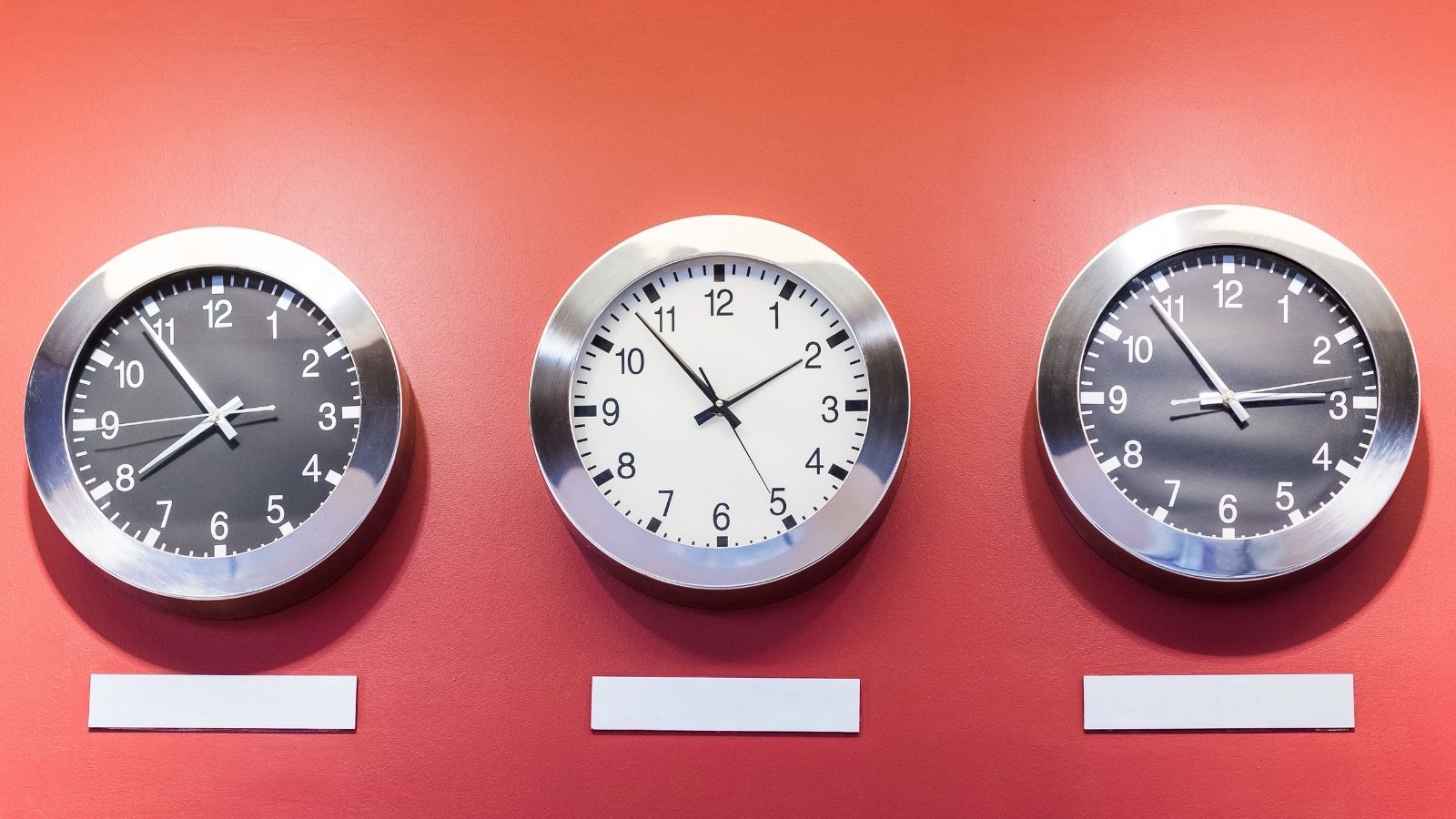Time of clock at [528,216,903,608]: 1:53
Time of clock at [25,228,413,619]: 7:53
